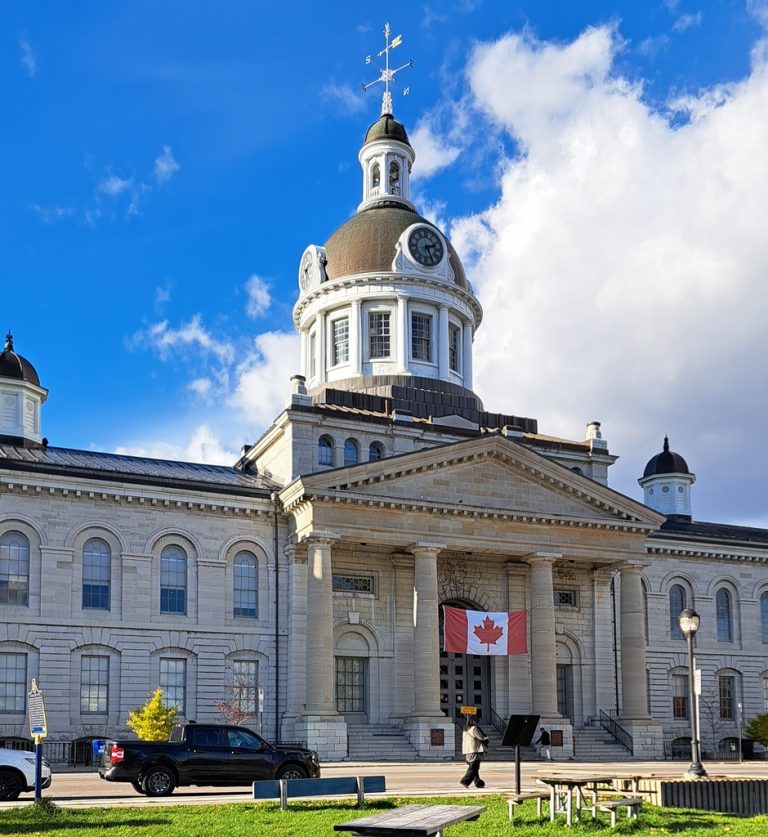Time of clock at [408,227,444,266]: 2:26
